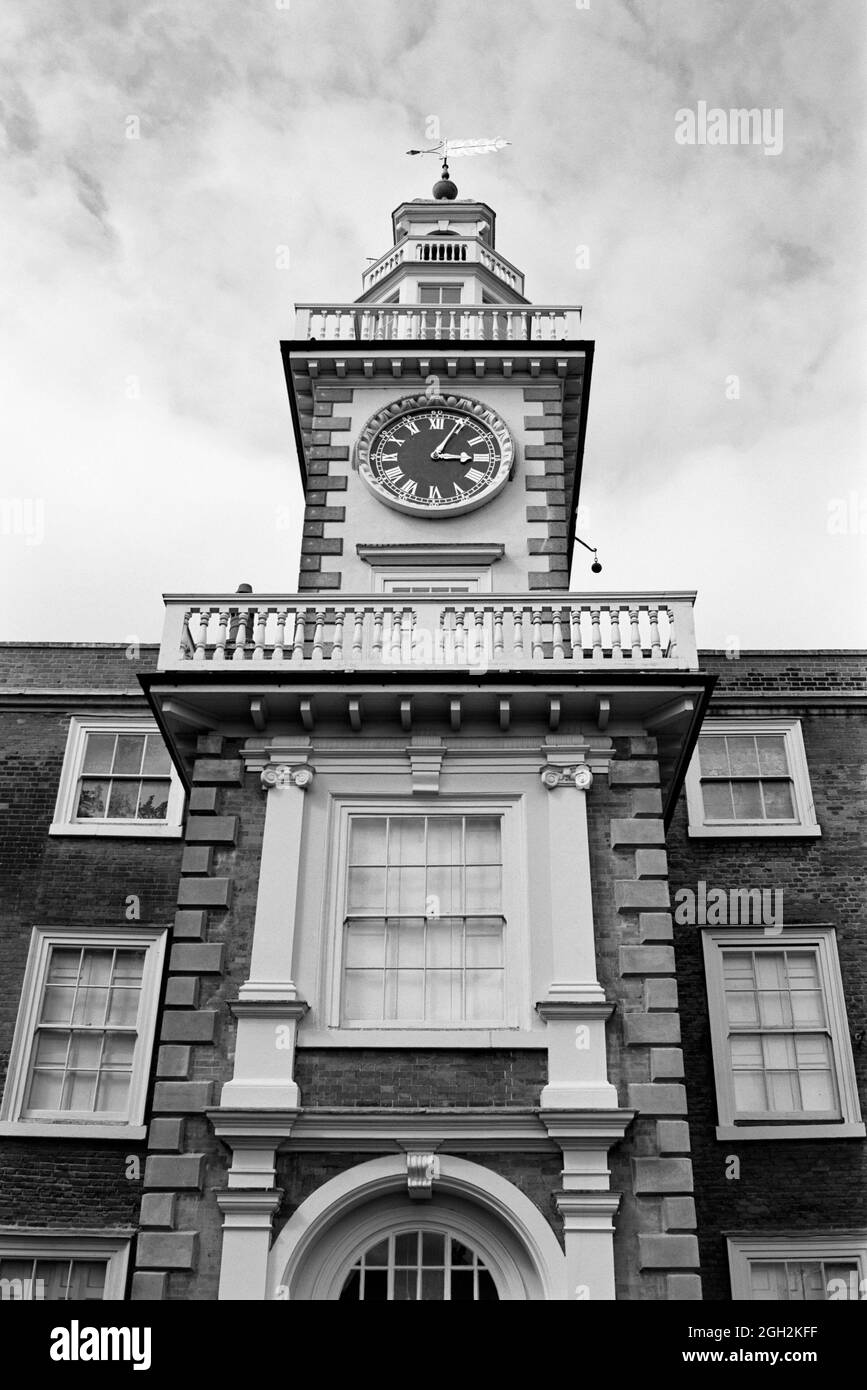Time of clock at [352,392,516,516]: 3:04
